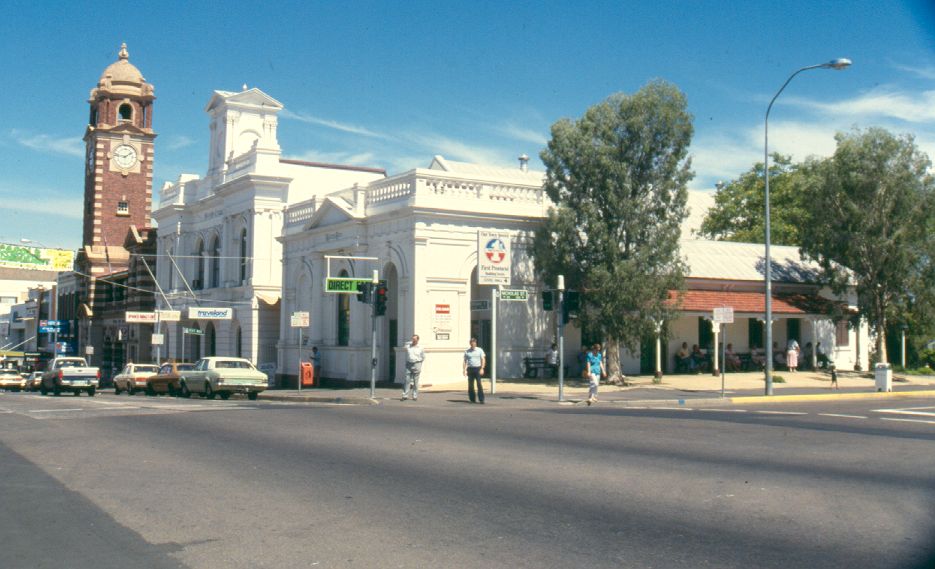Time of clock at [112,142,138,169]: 1:46
